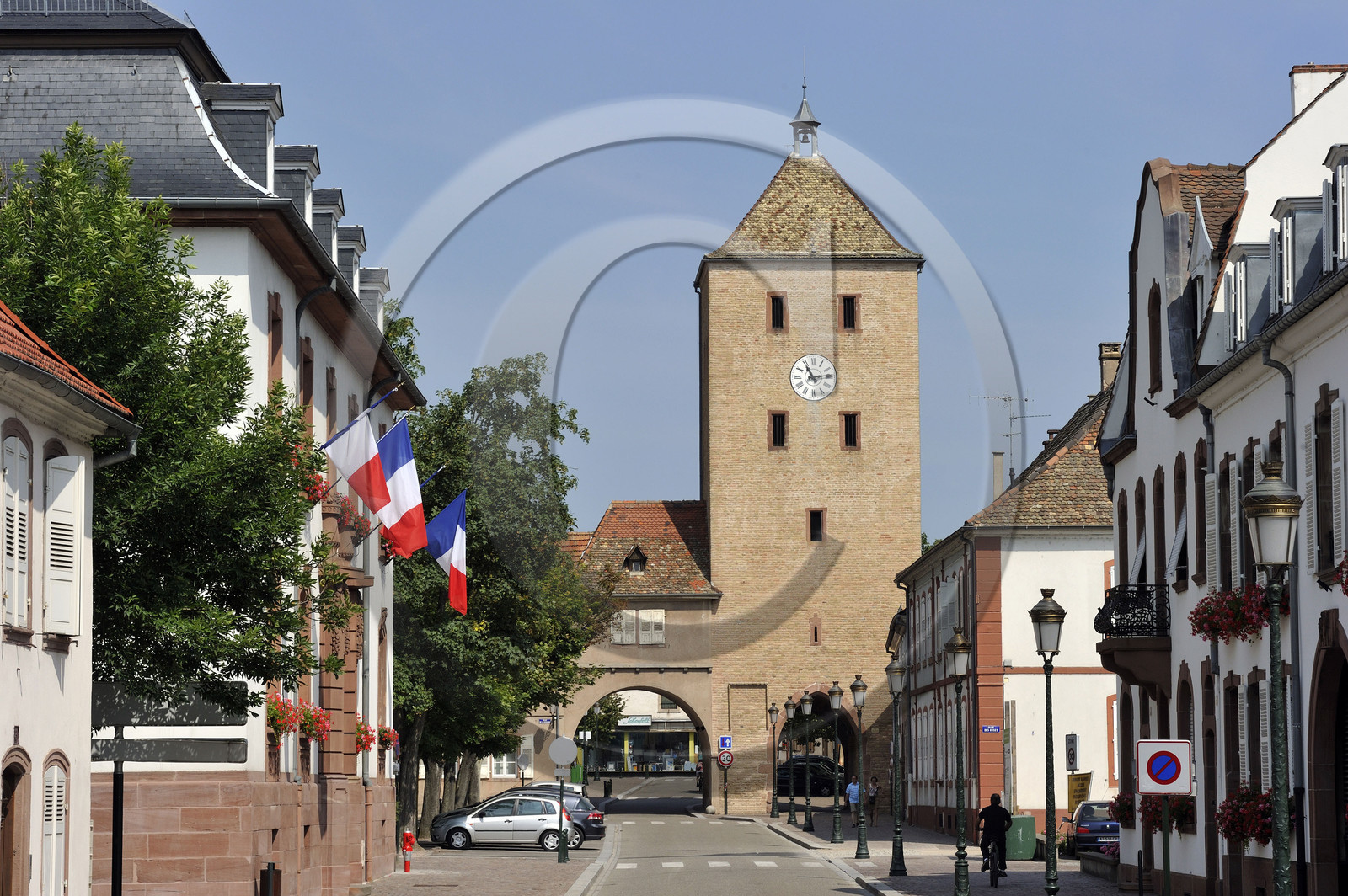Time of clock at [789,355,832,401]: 11:13
